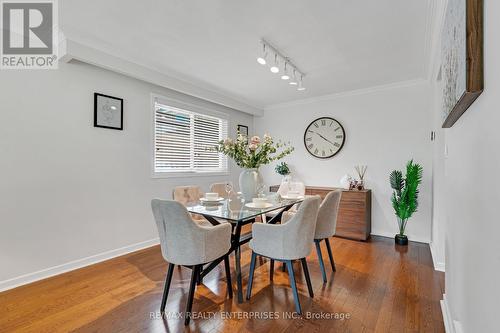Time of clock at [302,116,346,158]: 10:20
